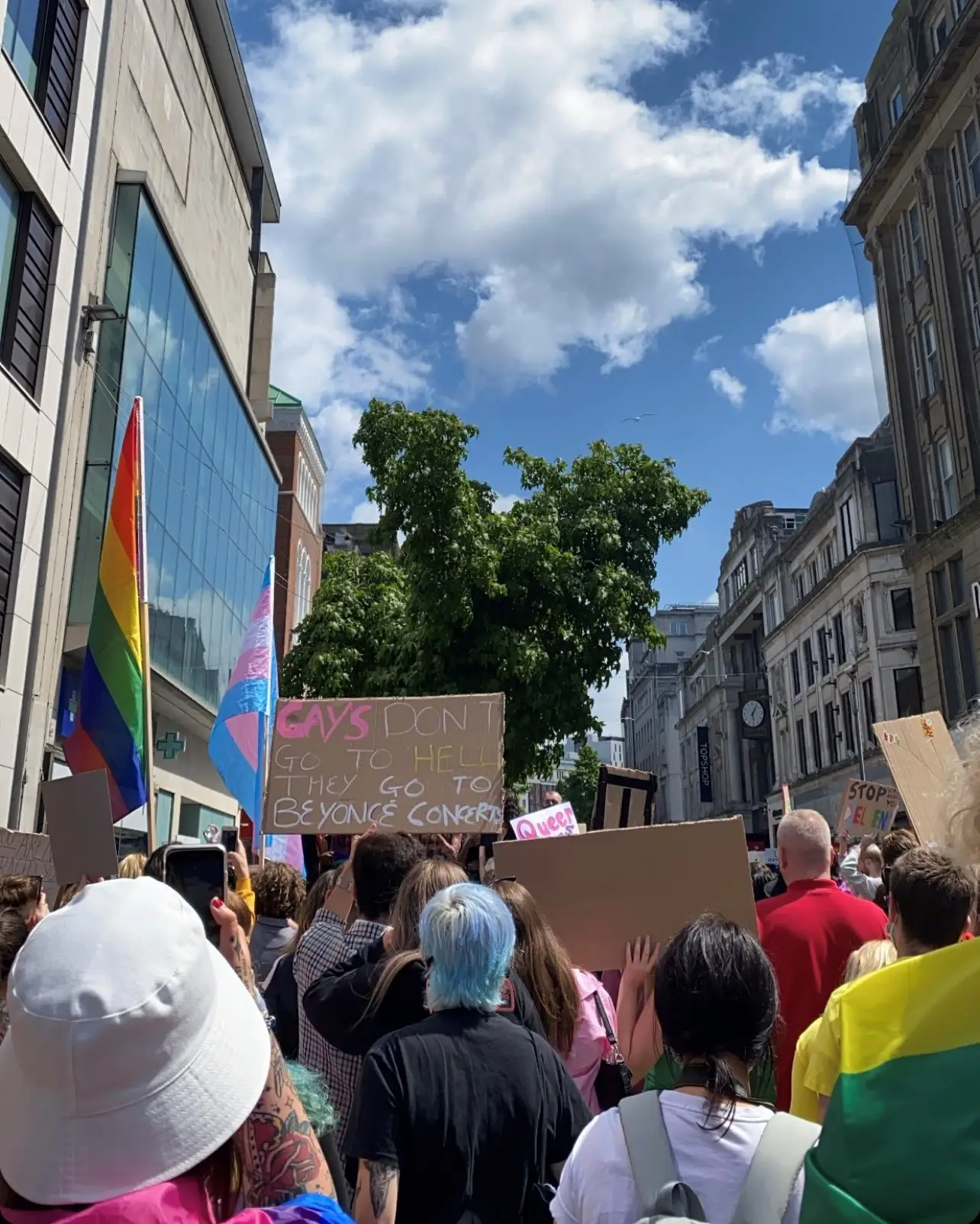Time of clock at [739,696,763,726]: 6:05
